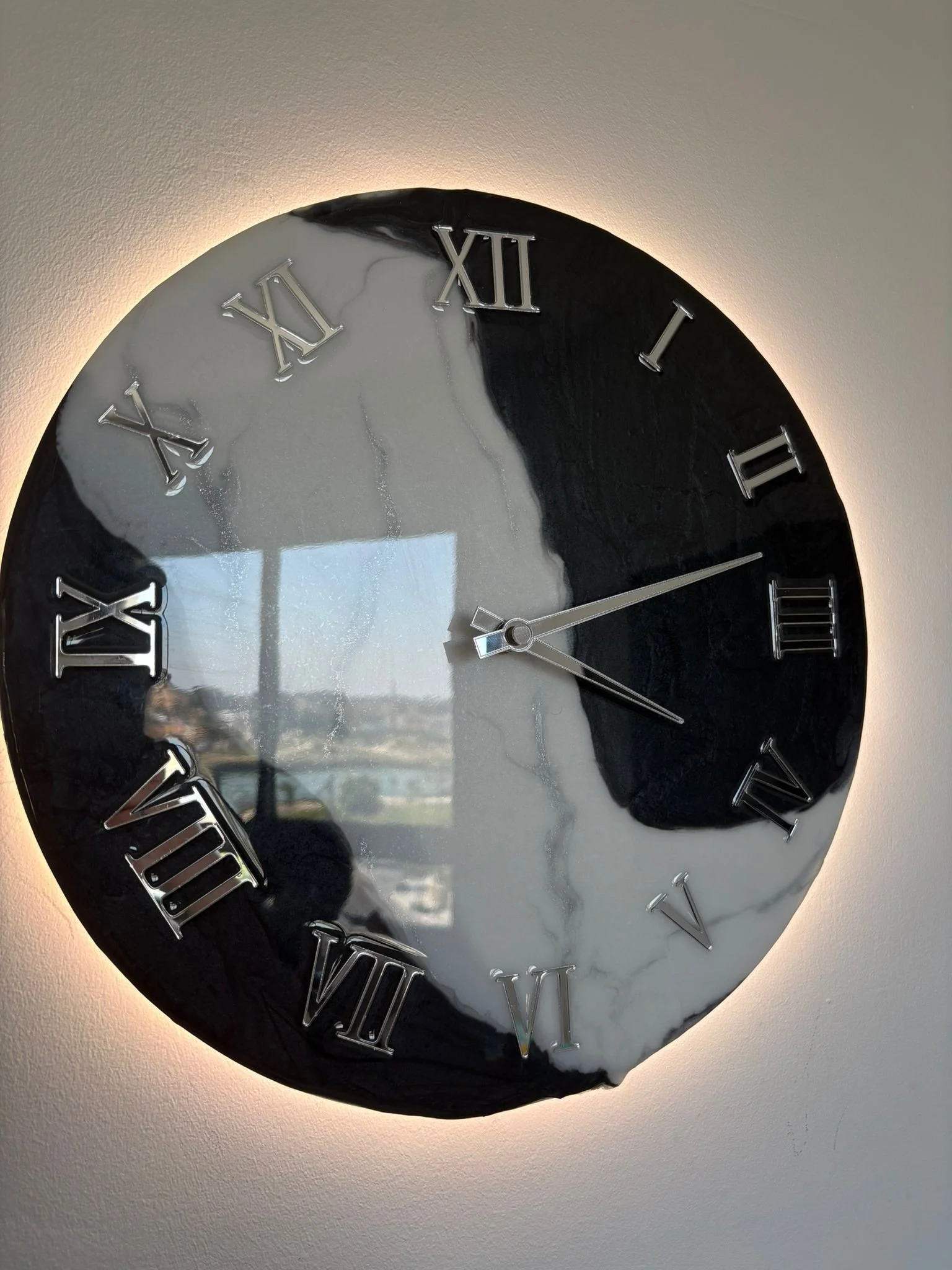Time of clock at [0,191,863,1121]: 4:12
